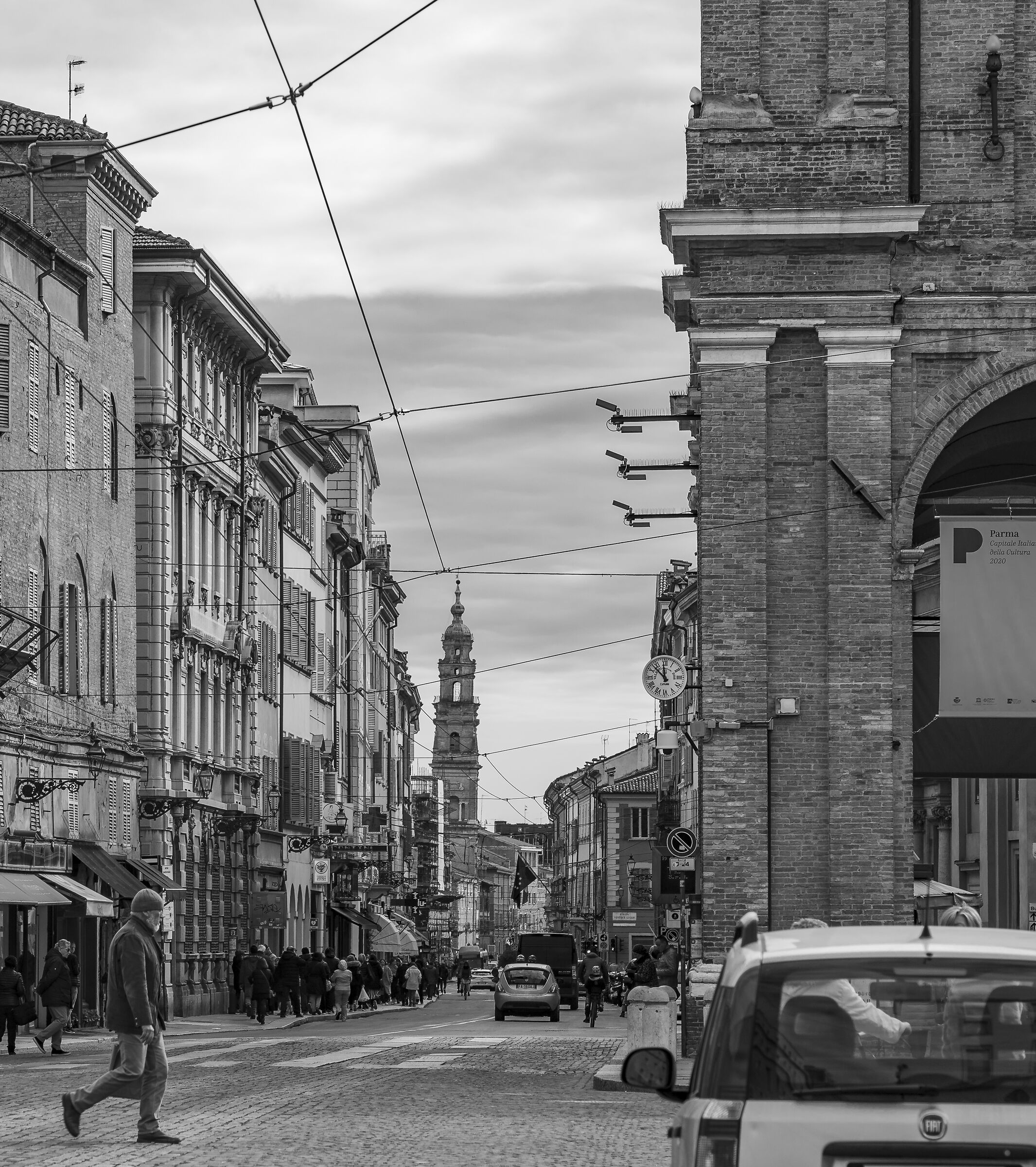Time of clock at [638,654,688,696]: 11:52
